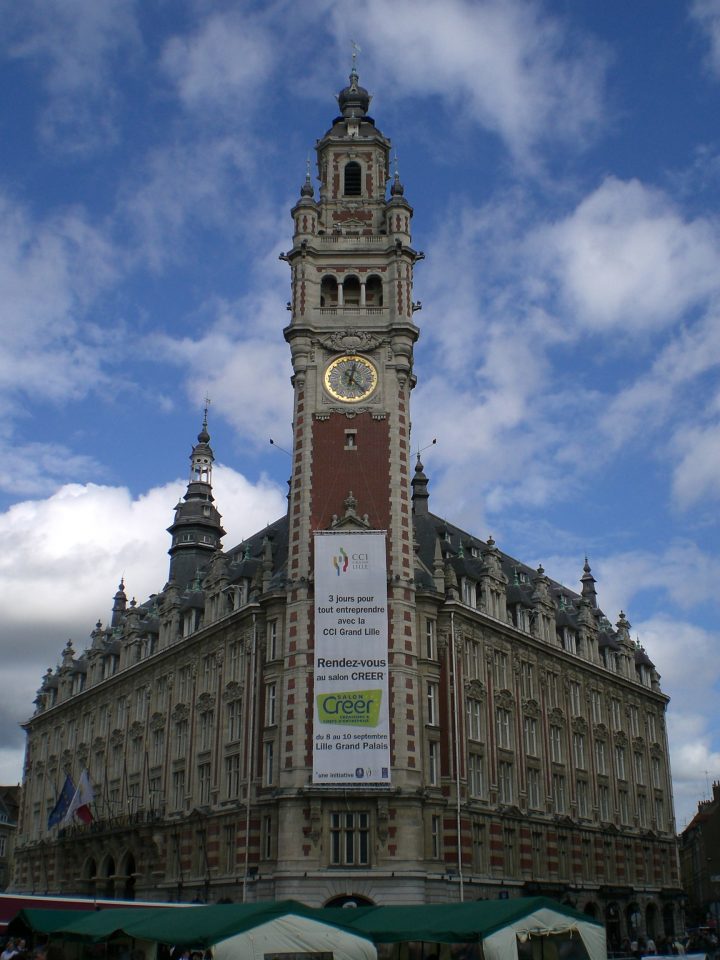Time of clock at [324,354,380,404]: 12:23
